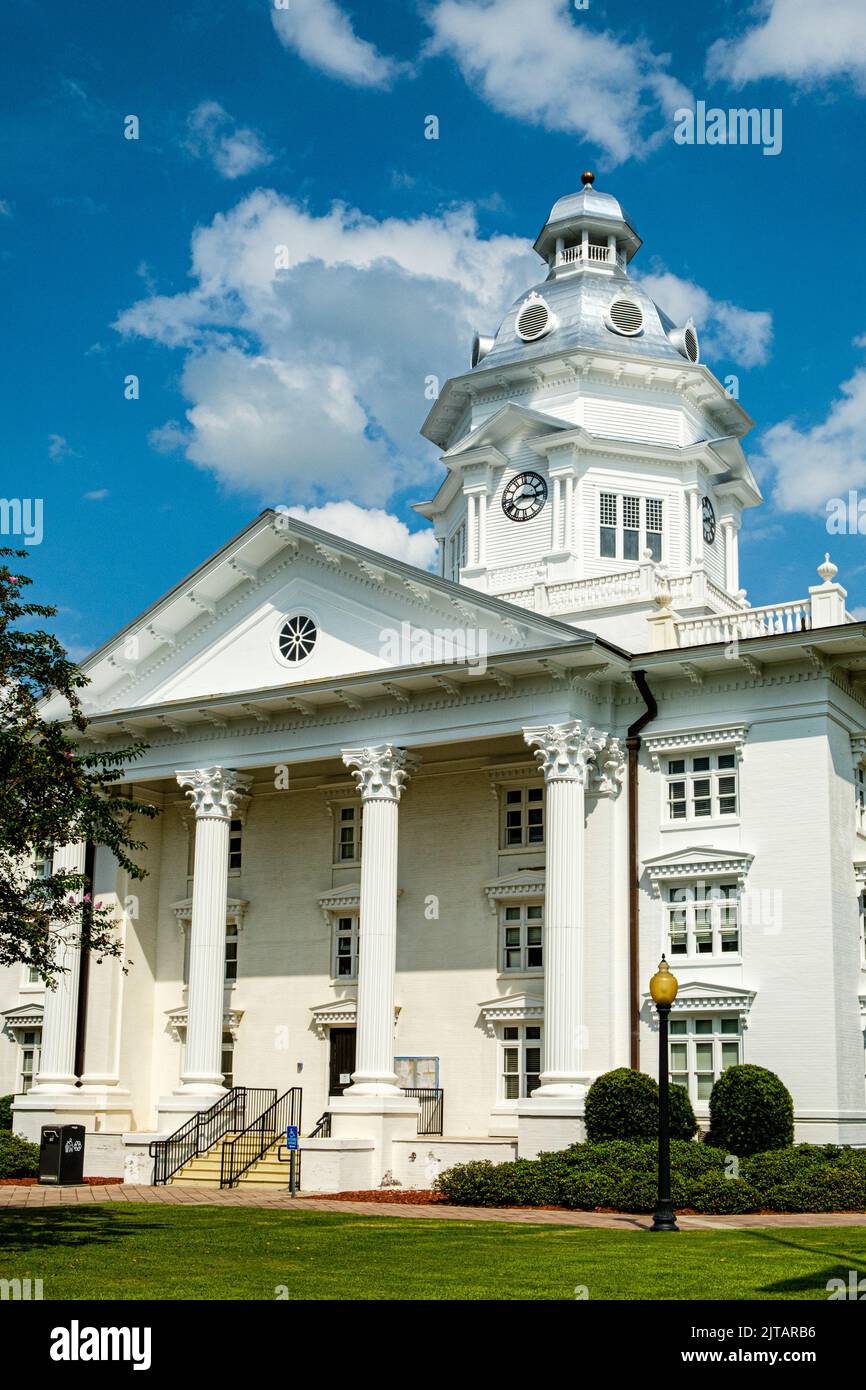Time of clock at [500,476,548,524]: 8:16
